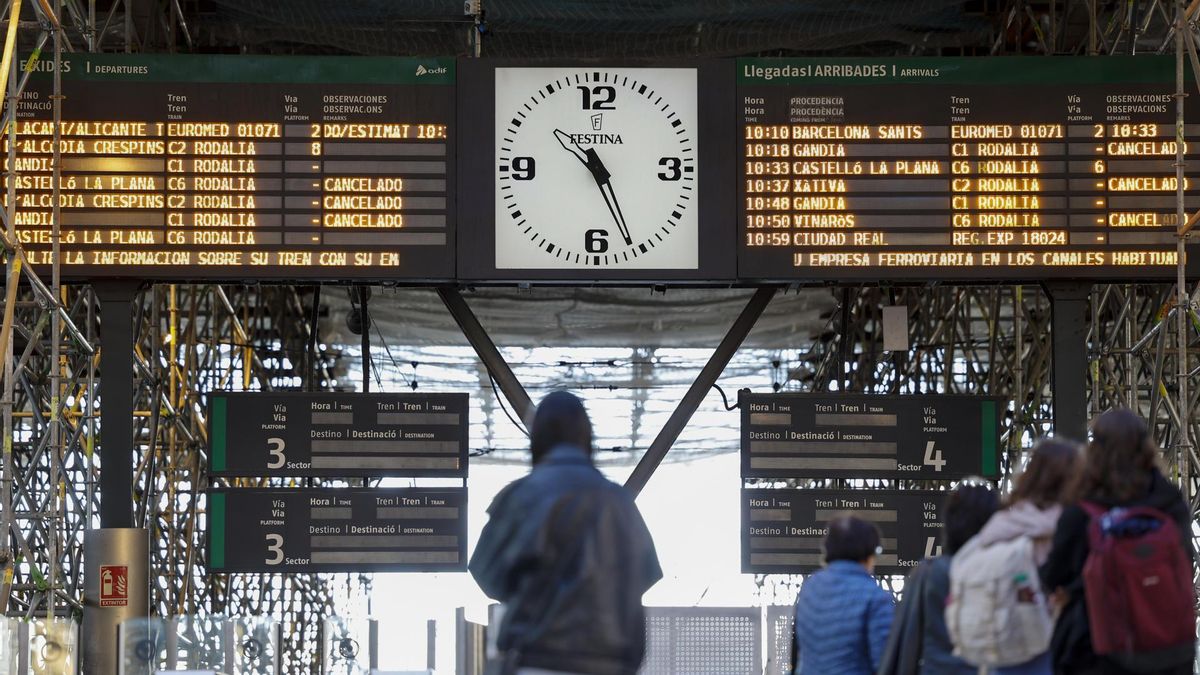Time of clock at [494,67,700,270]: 10:26
